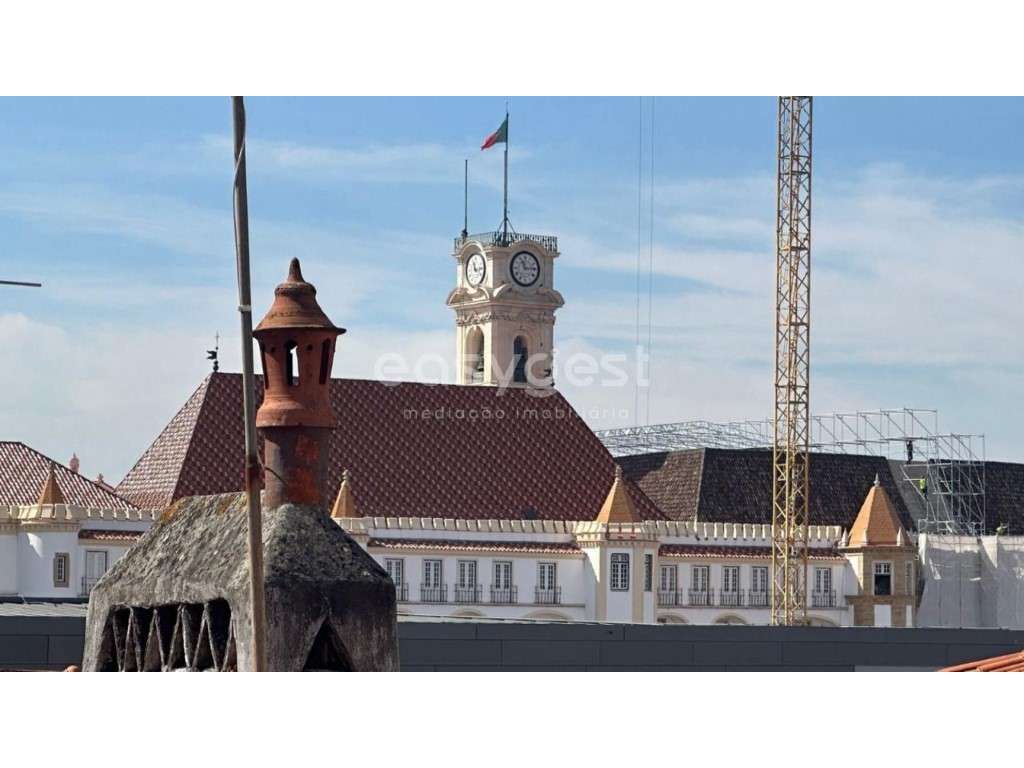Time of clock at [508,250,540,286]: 11:14
